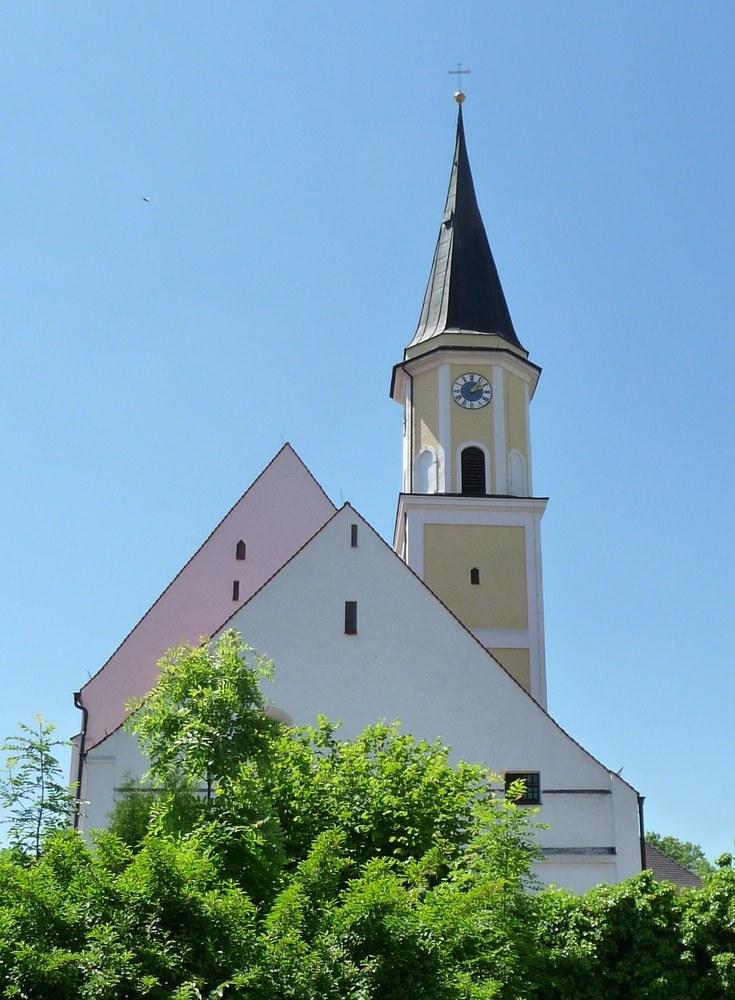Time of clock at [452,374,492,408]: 2:06
